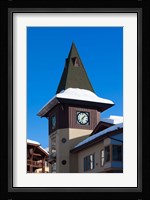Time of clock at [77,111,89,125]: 1:32
